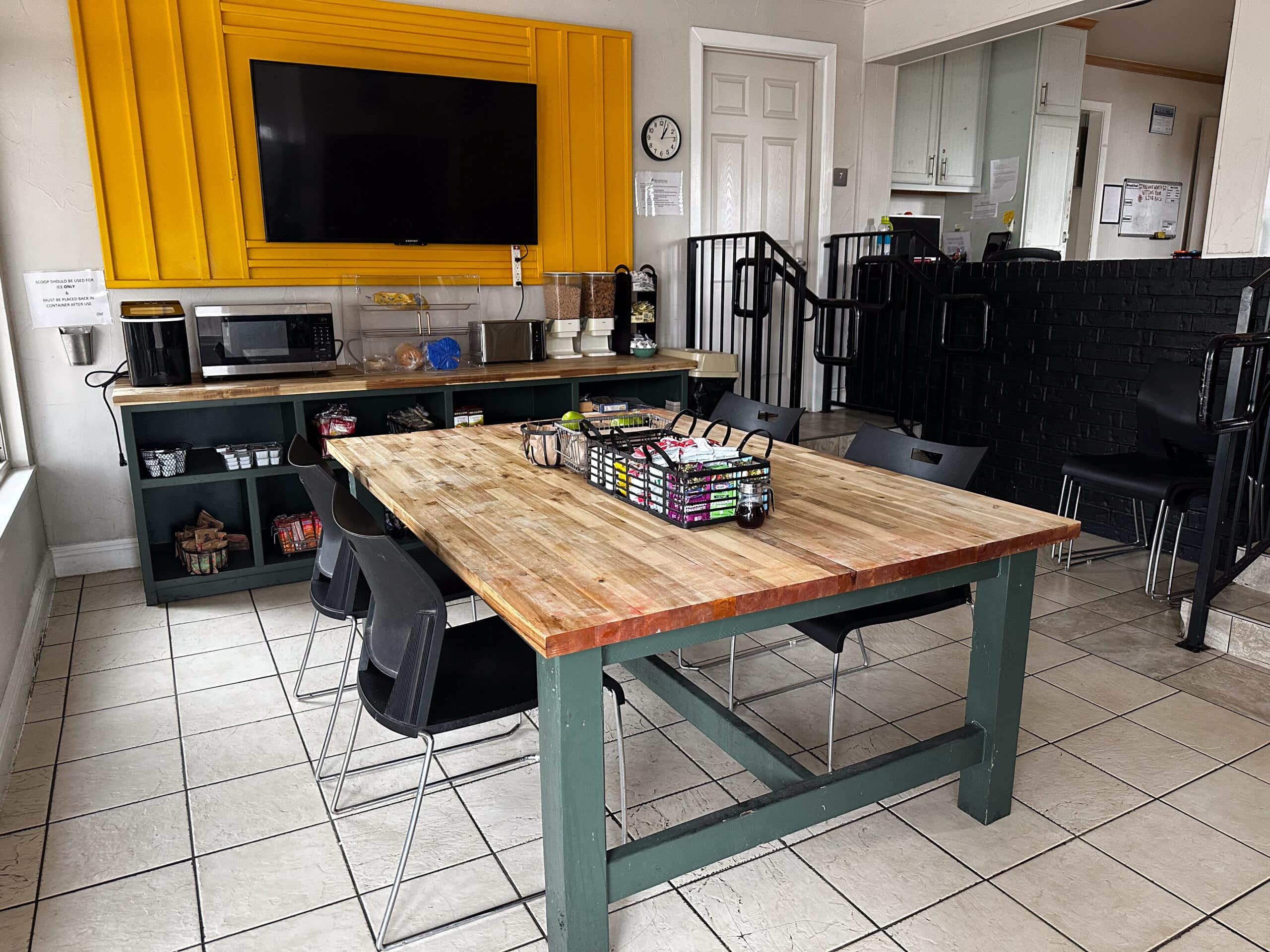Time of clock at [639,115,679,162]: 1:02
